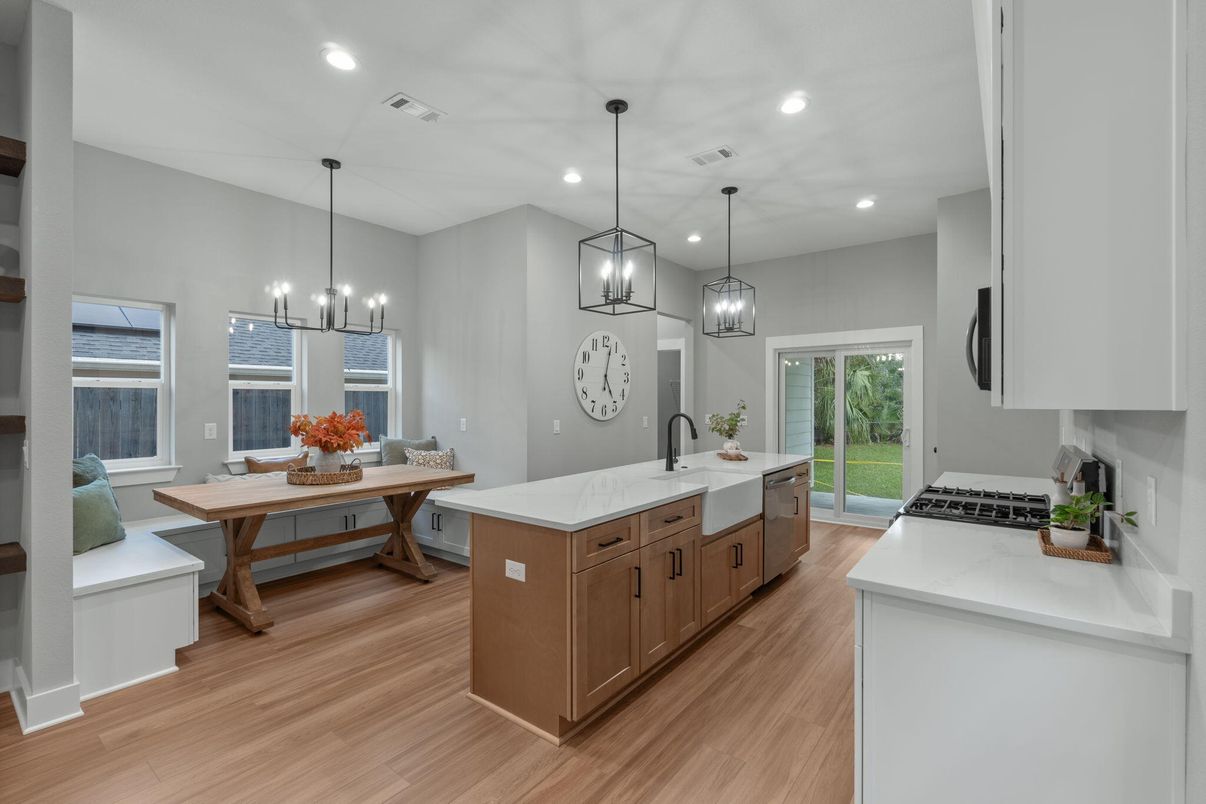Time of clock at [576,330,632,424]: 5:02
